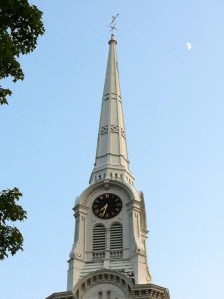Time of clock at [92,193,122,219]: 7:32
